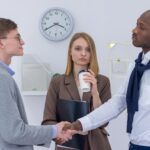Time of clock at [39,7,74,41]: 3:40
